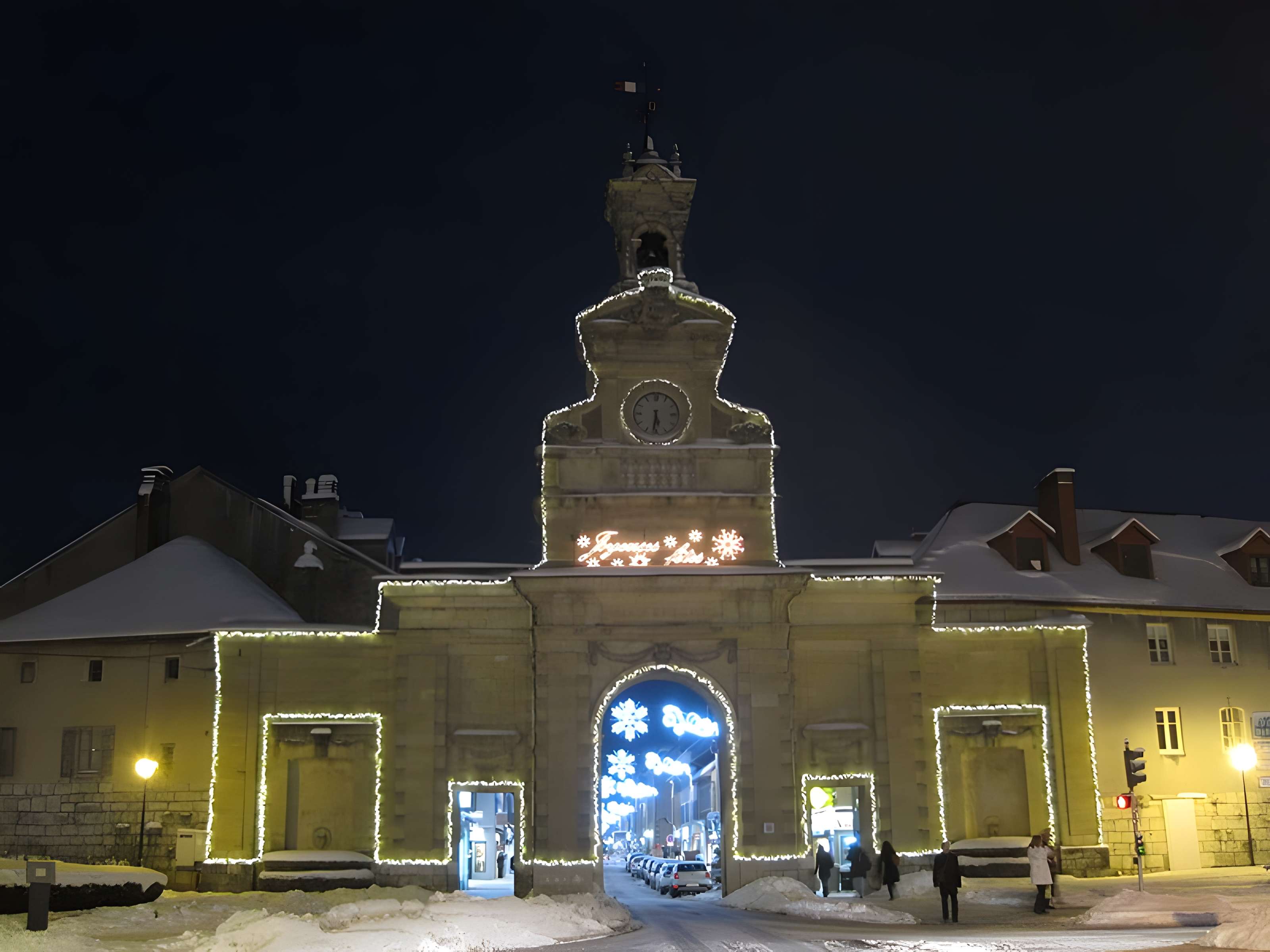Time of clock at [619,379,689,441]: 5:31
